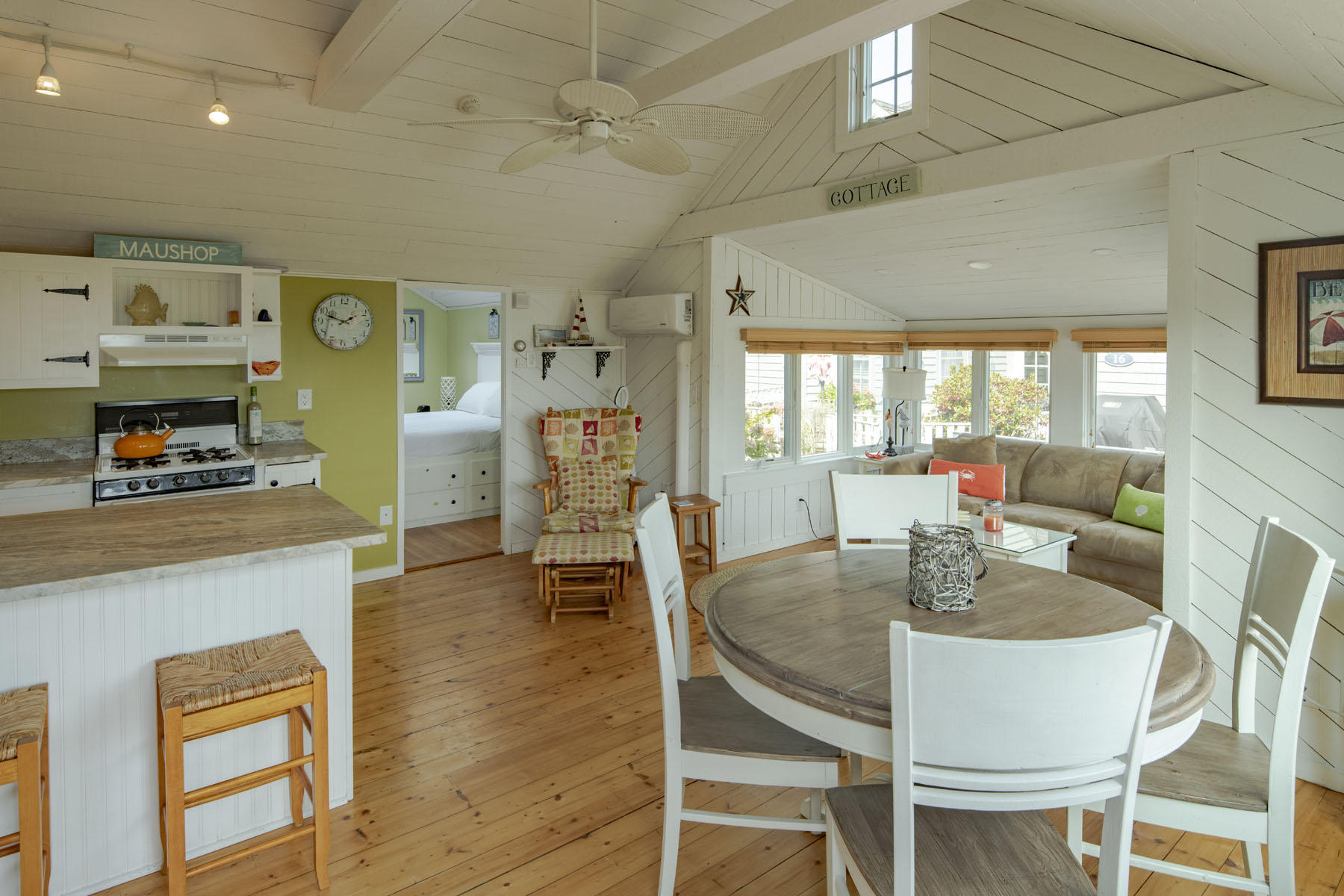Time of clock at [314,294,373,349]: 1:48
